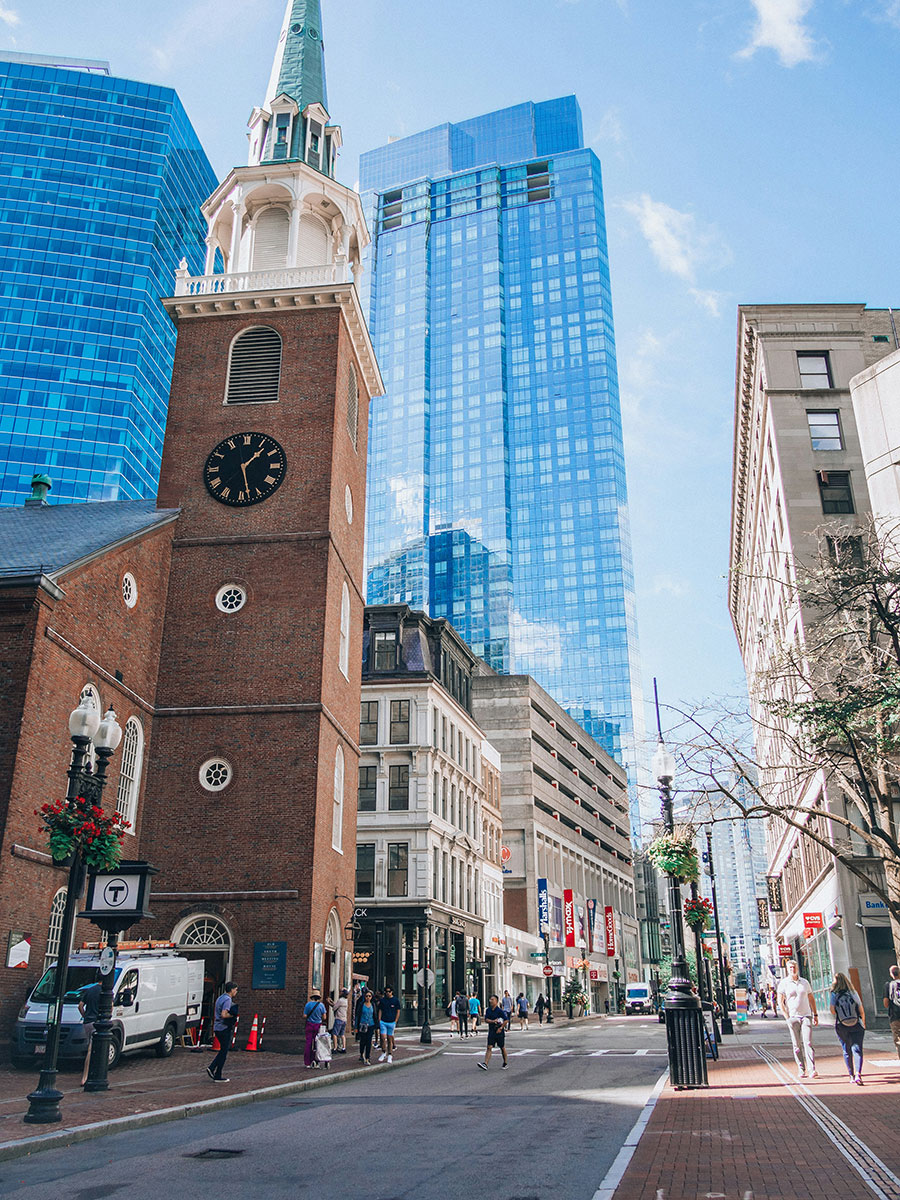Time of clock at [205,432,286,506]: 1:28
